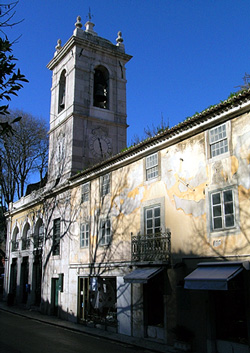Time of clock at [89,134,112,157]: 11:28
